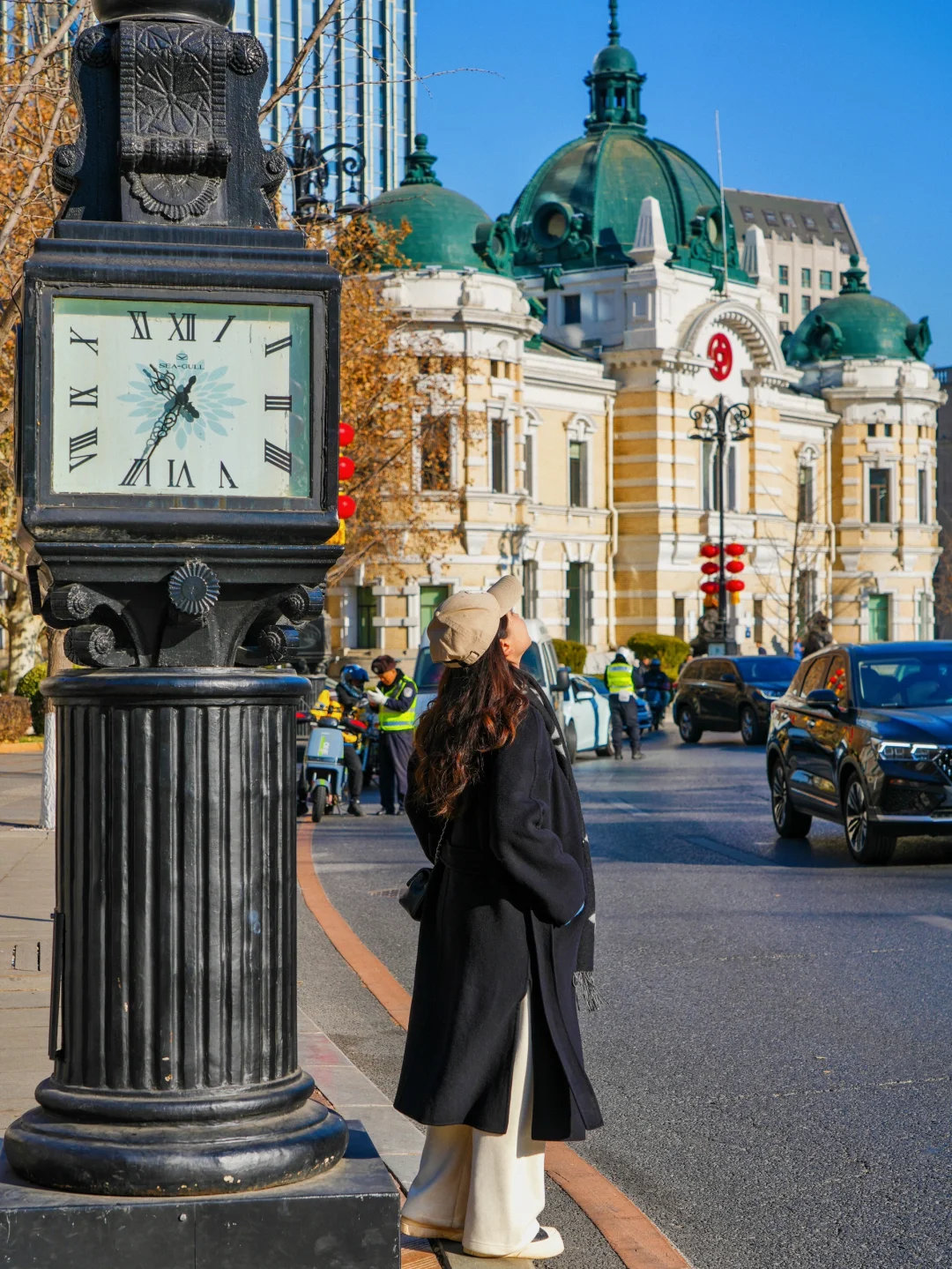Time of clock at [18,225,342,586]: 4:34
